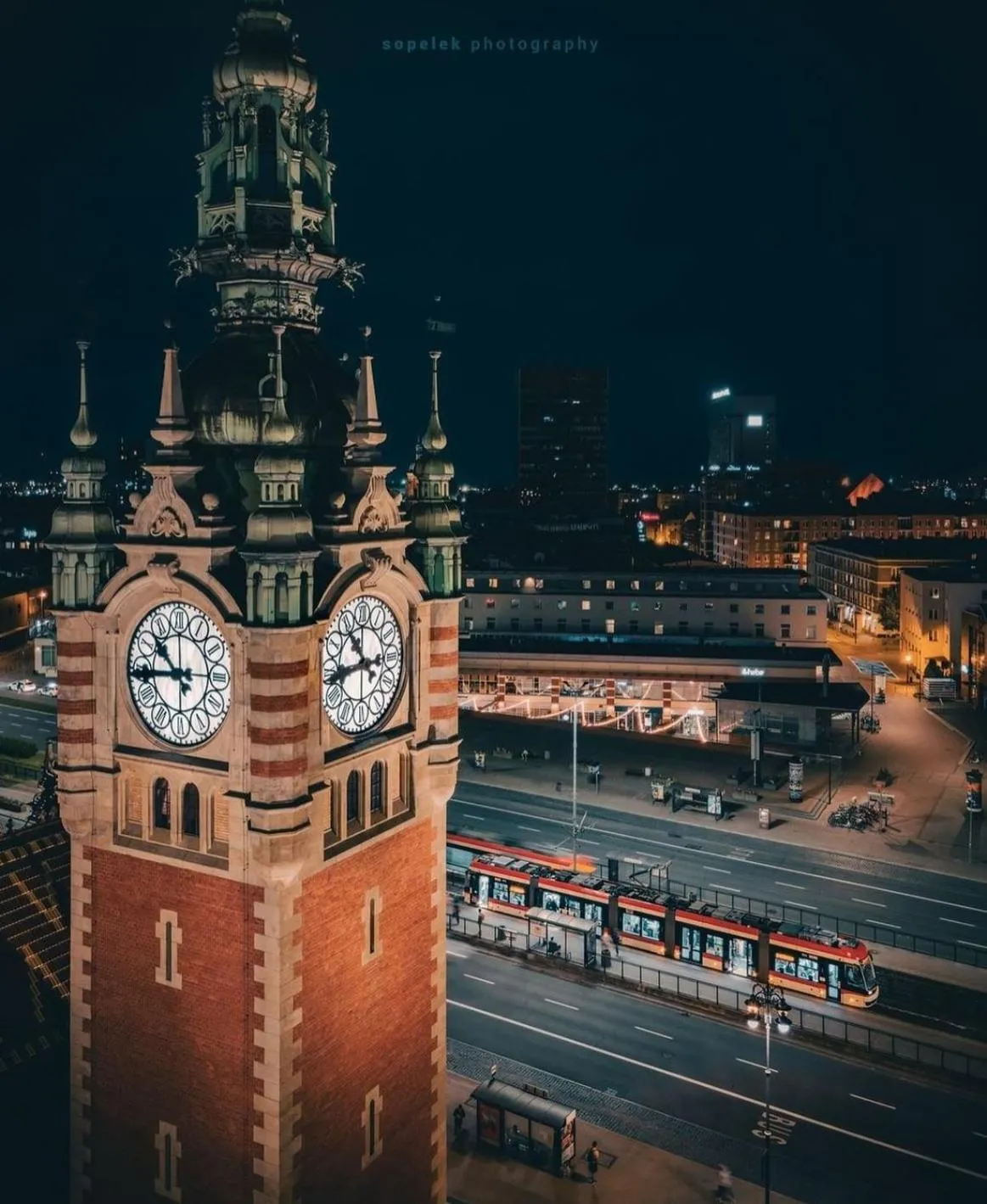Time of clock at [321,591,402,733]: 10:43
